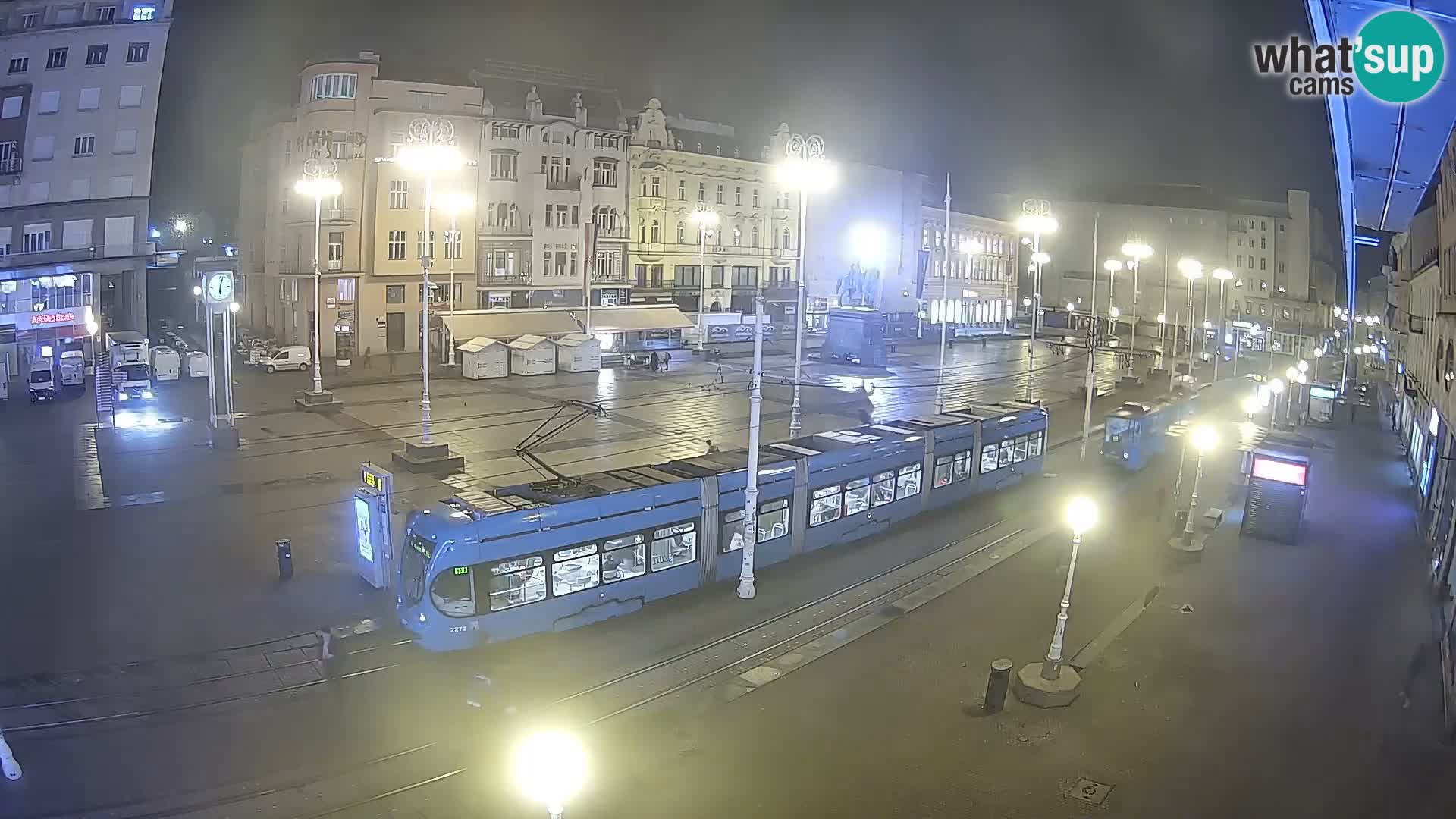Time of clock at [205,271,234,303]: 6:03
